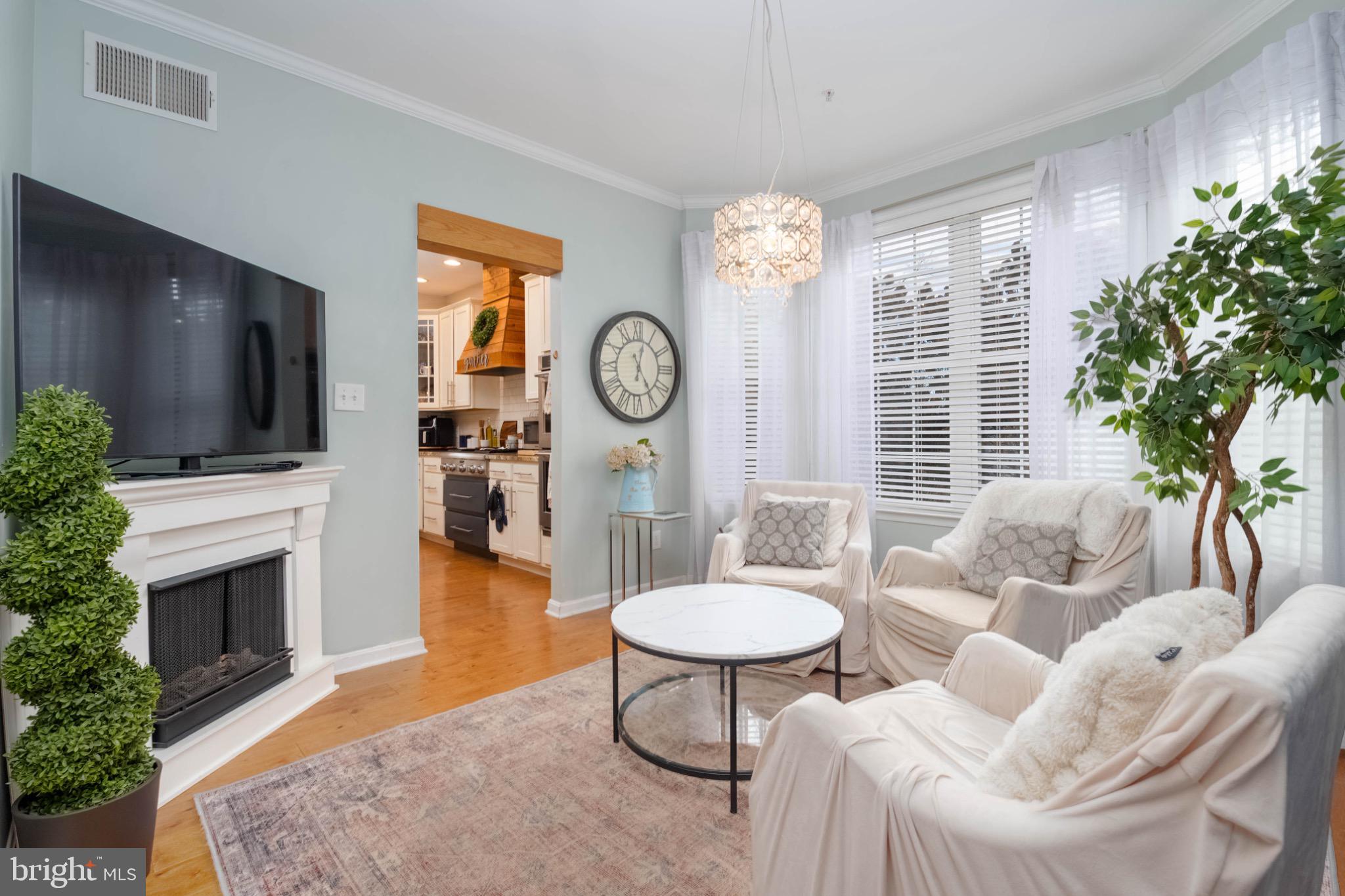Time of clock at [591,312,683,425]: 12:24
